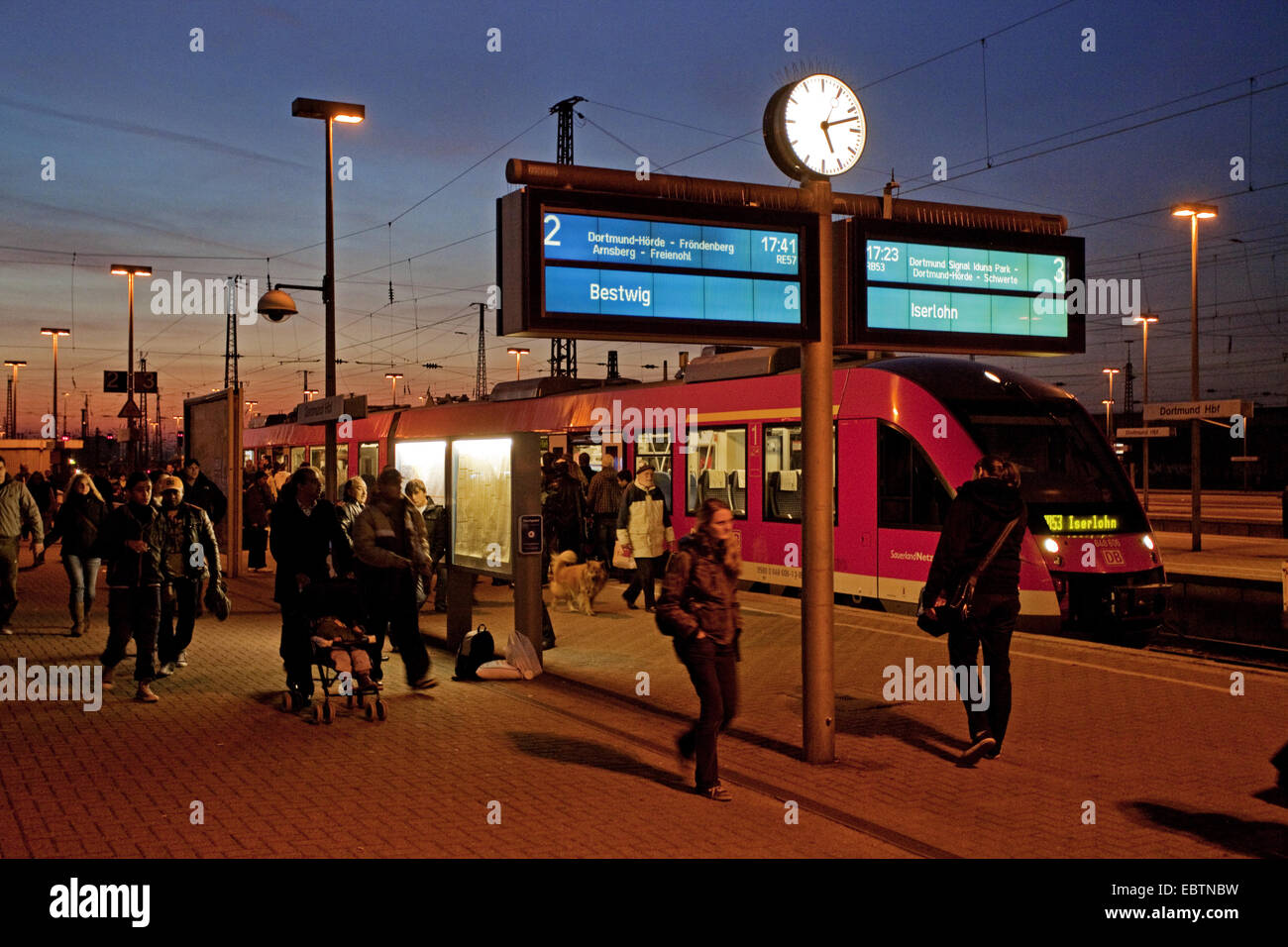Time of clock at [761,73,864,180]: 5:12
